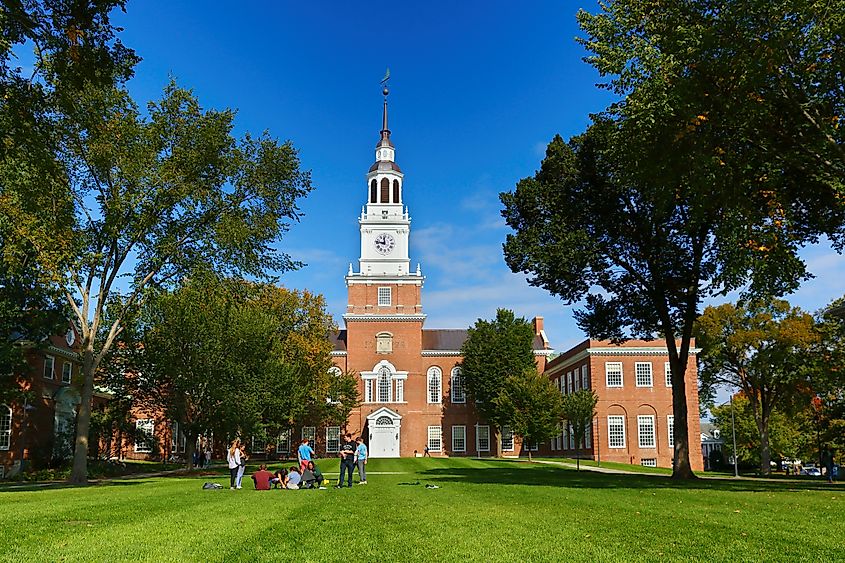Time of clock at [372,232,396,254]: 11:46
